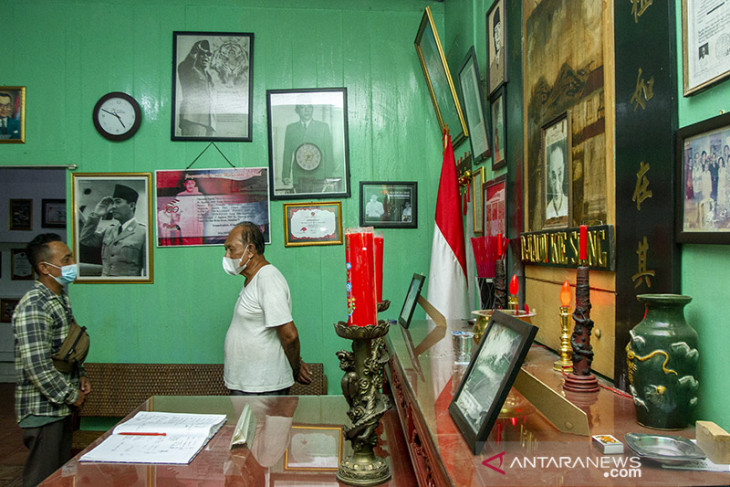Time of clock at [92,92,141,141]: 4:48
